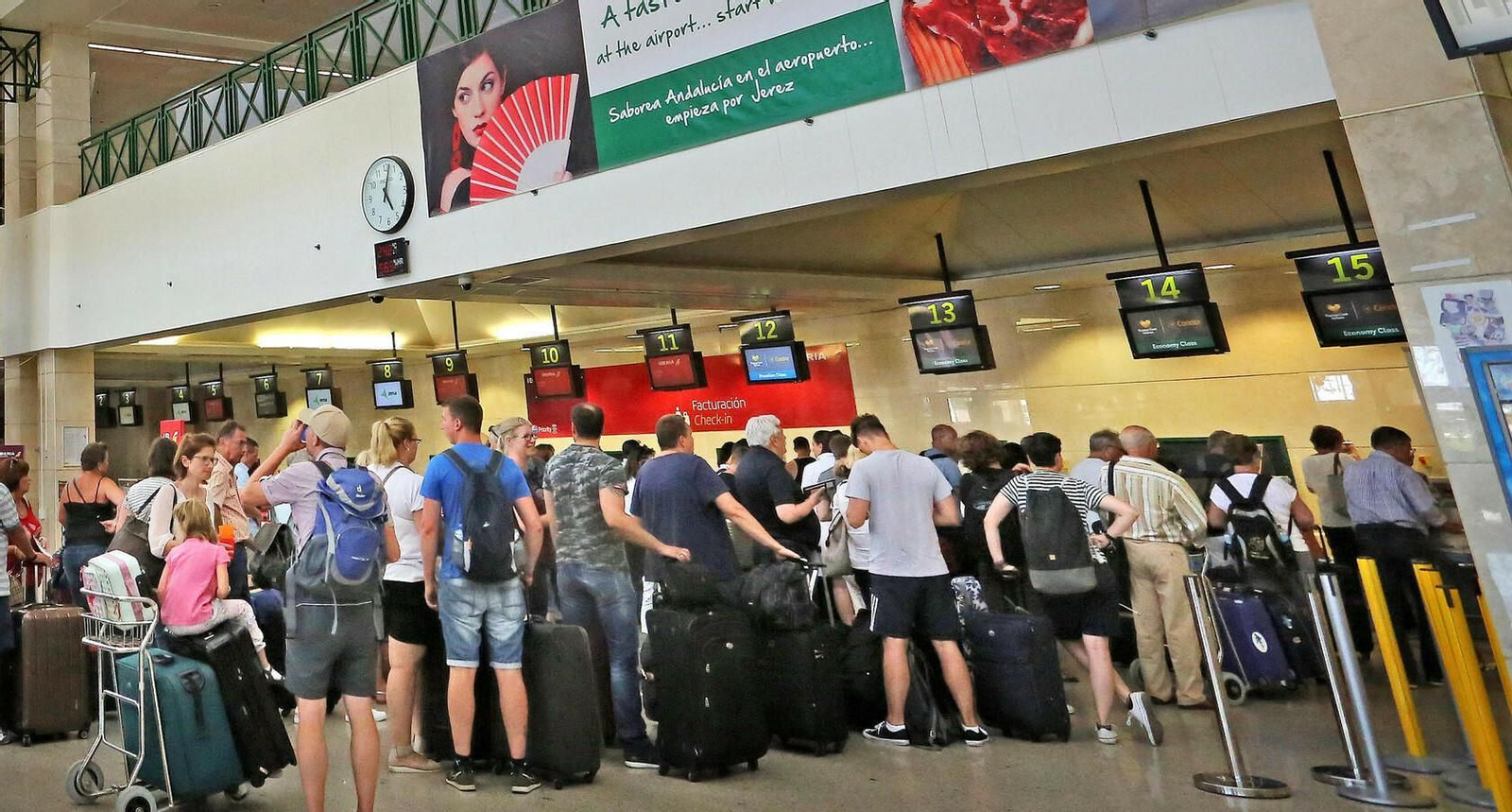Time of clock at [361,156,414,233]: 5:02
